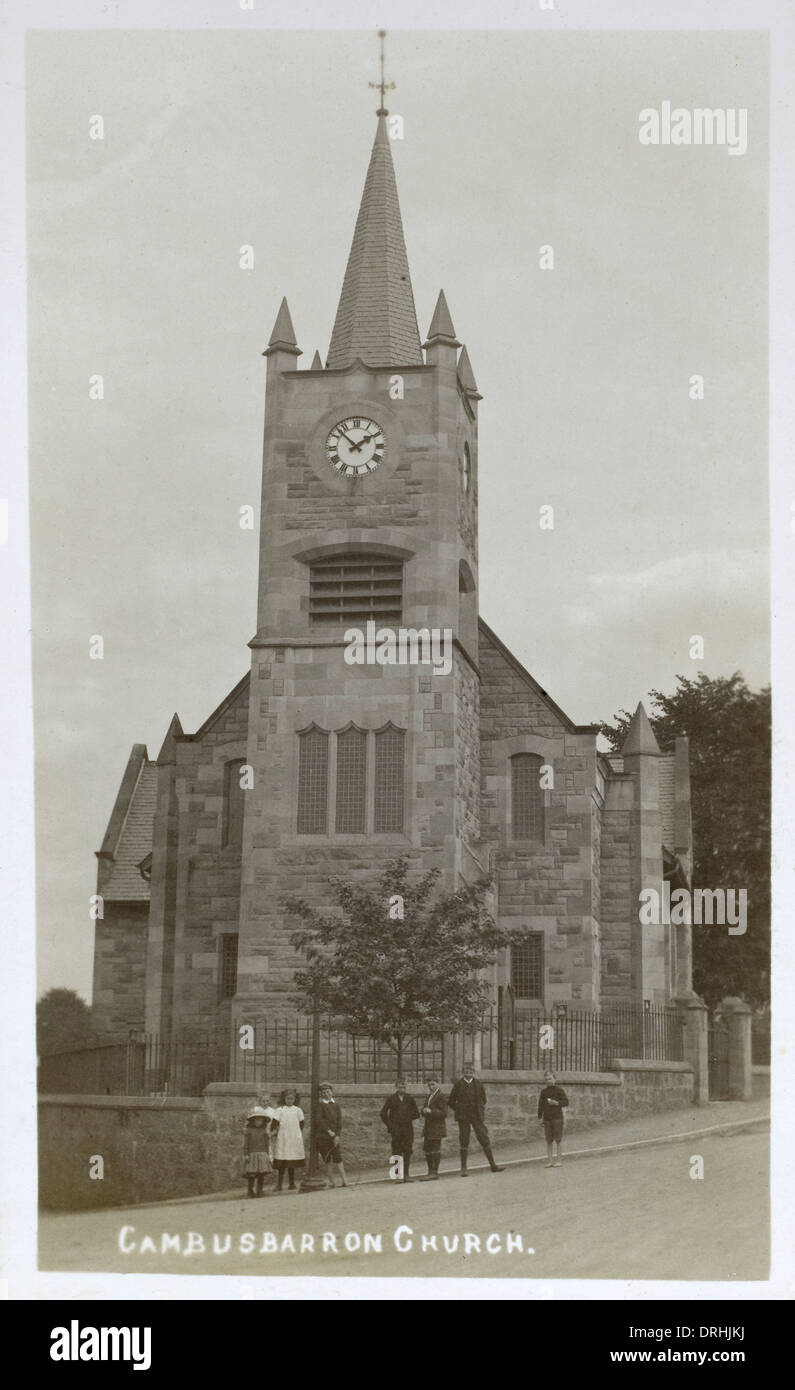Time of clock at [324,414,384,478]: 1:52
